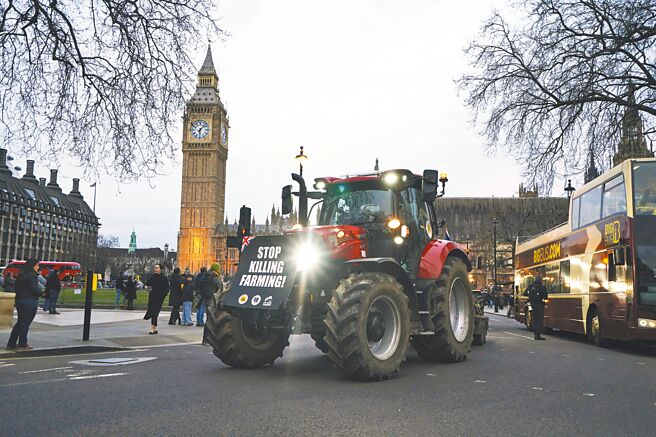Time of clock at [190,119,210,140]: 6:07
